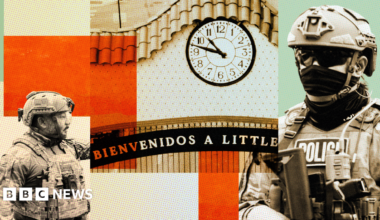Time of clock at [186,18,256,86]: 10:47
